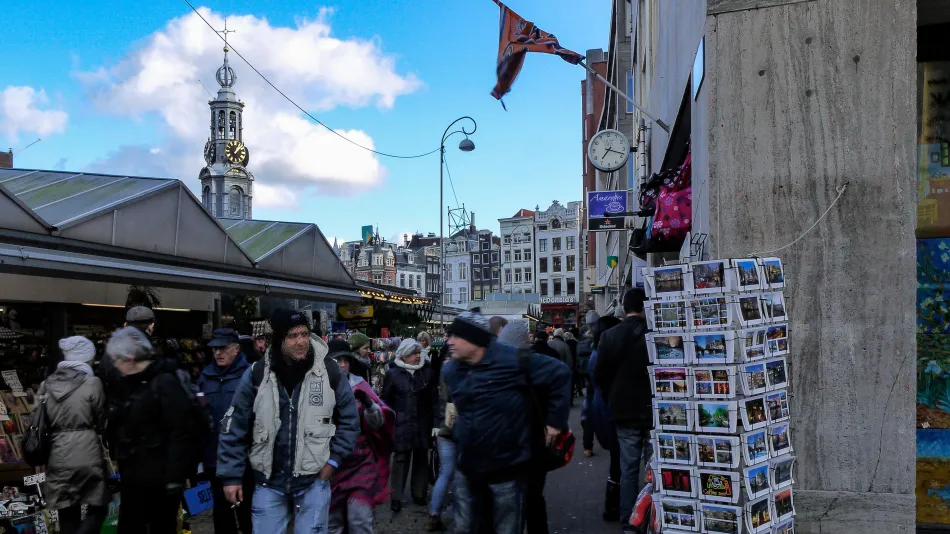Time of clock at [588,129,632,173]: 7:17
